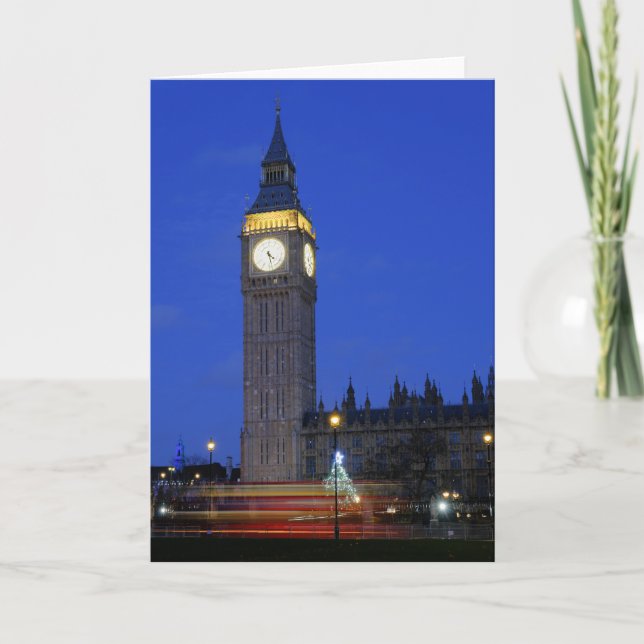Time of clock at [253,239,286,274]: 4:27
